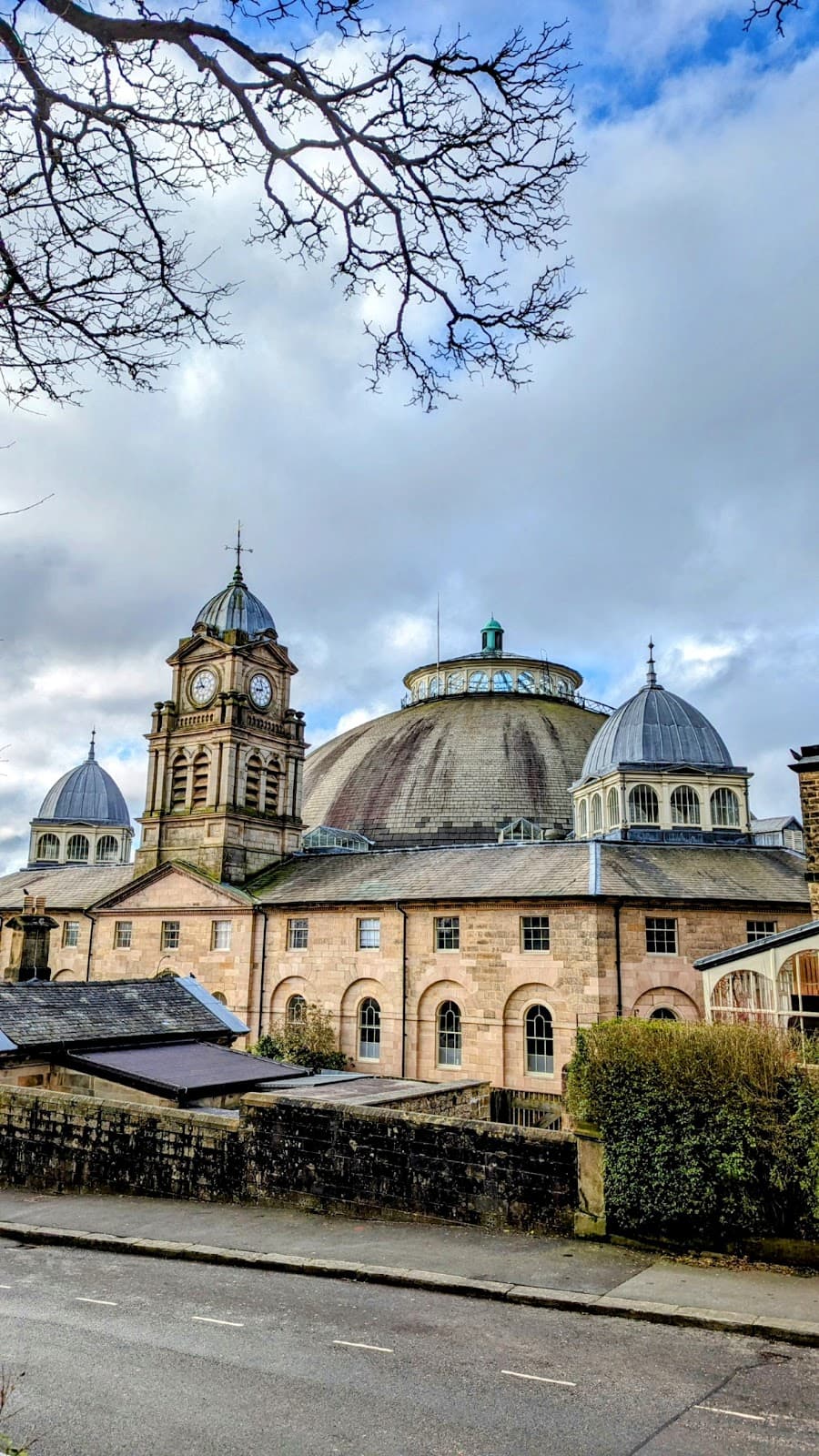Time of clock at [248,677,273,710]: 8:58
